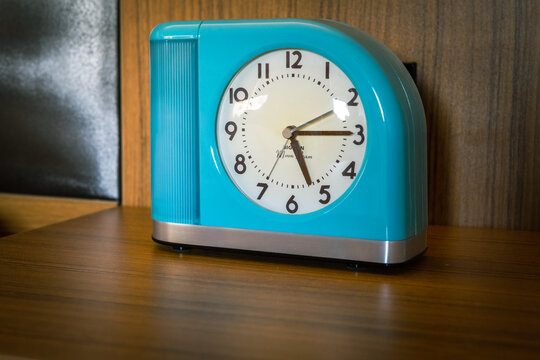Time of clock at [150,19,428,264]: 5:14
